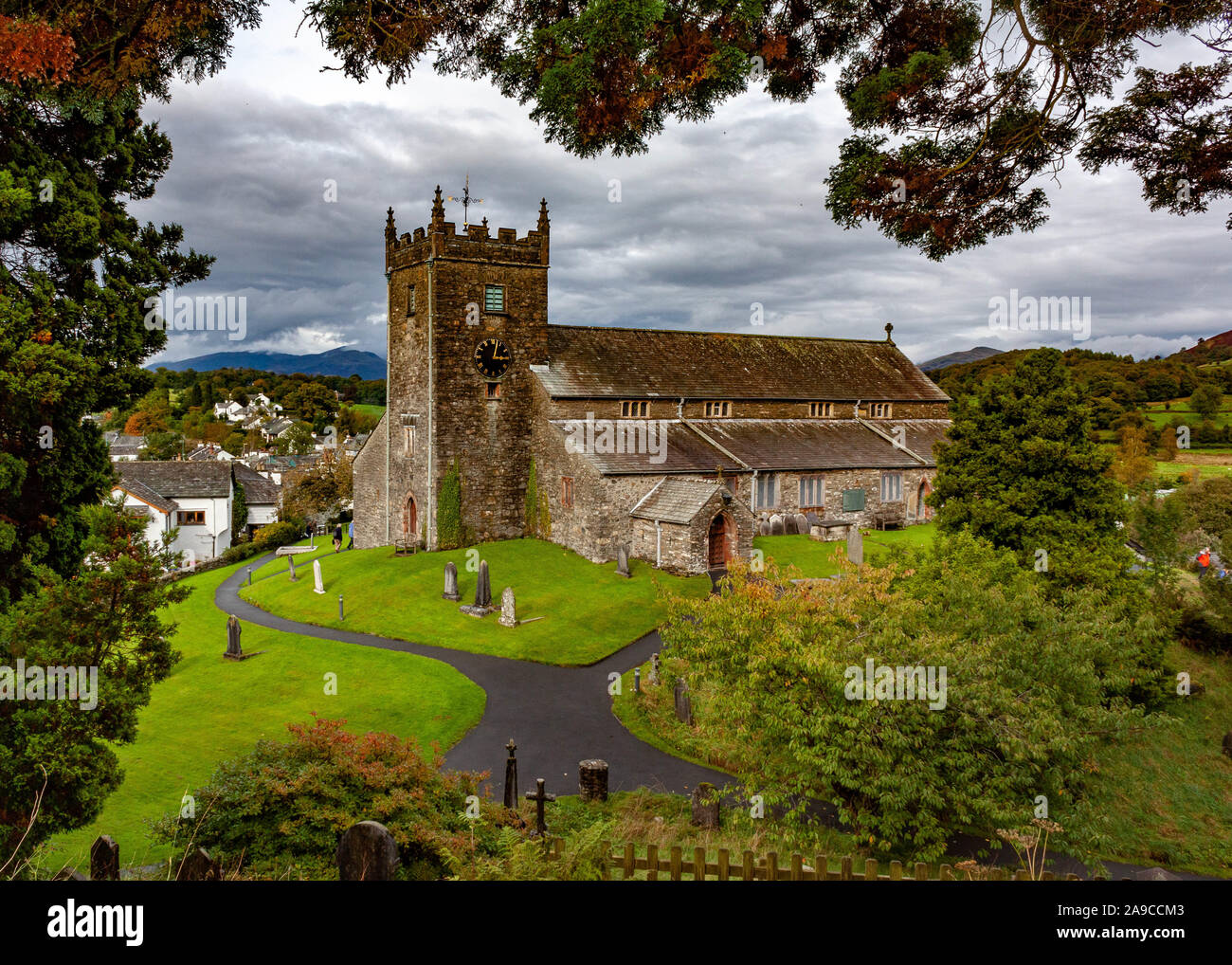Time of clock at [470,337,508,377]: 3:02
